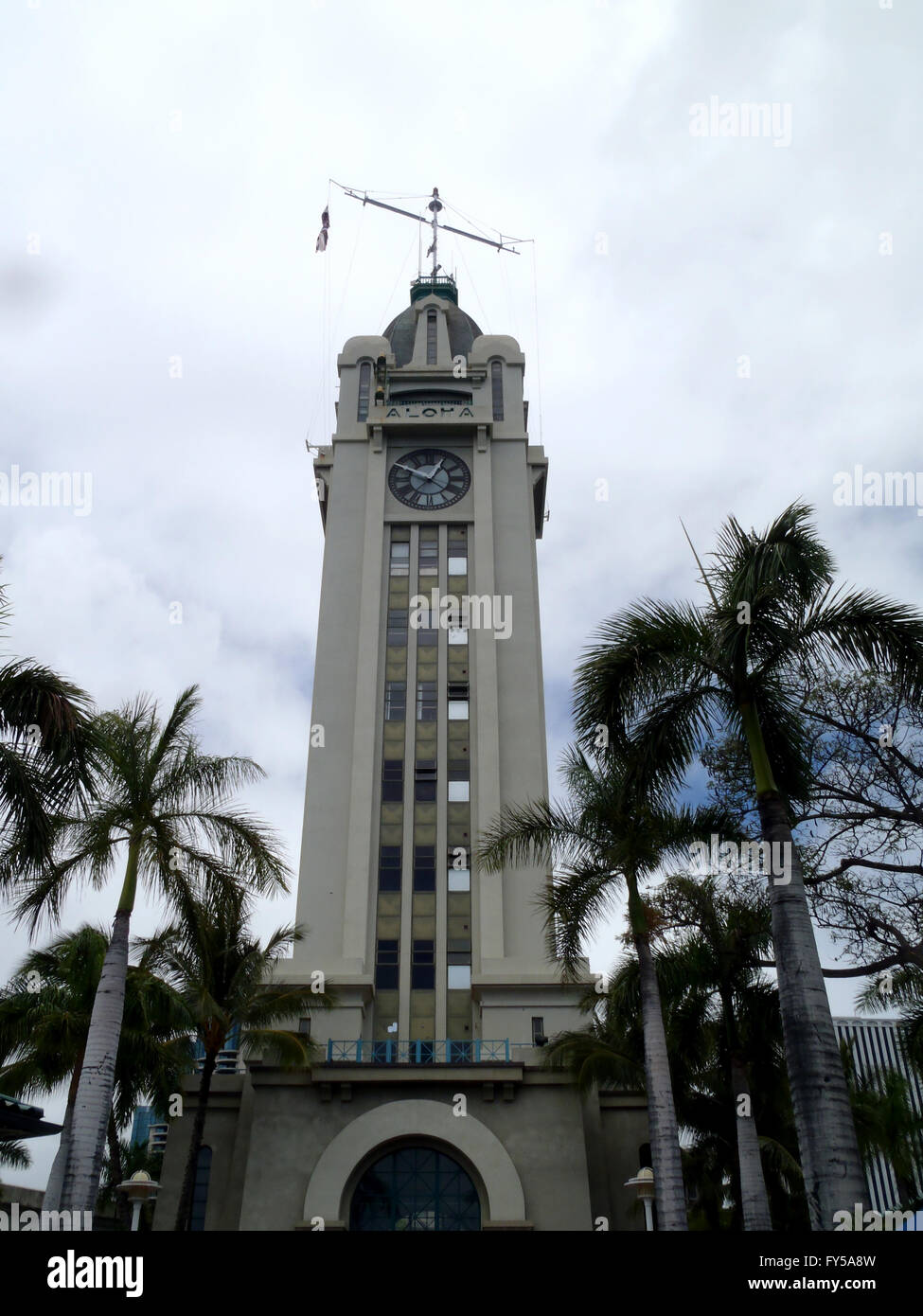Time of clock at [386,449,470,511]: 12:49
